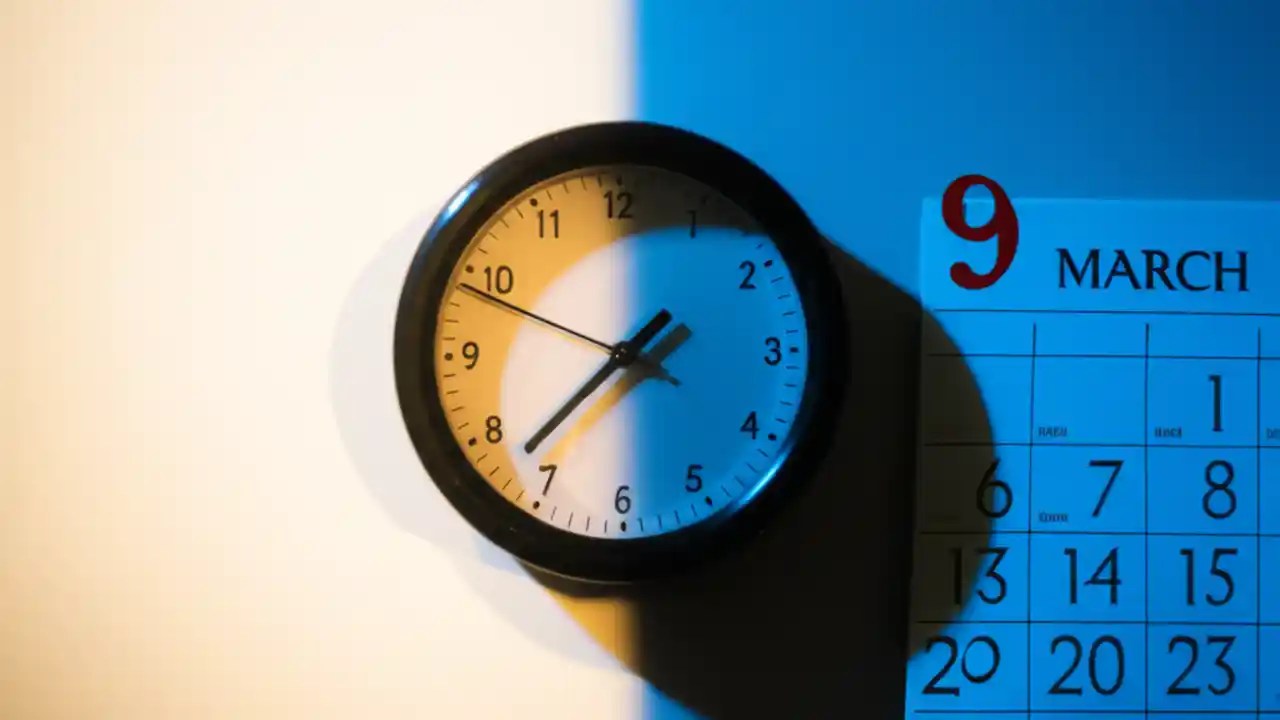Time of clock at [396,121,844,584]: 1:37
